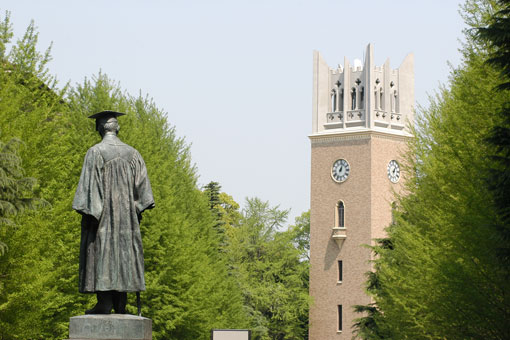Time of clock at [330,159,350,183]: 1:02
